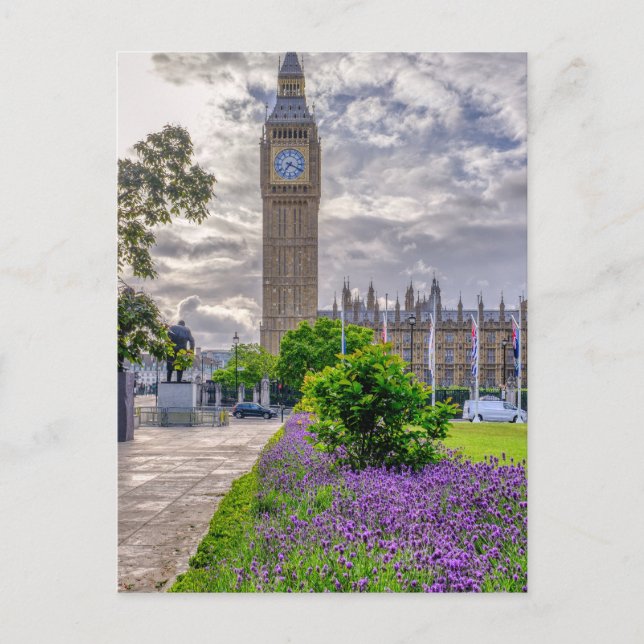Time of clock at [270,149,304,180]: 7:18
